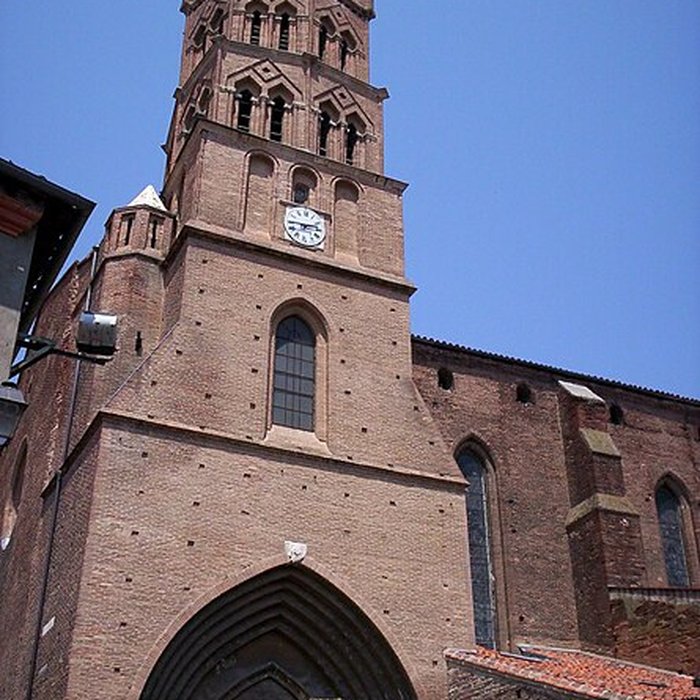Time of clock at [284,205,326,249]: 2:45
